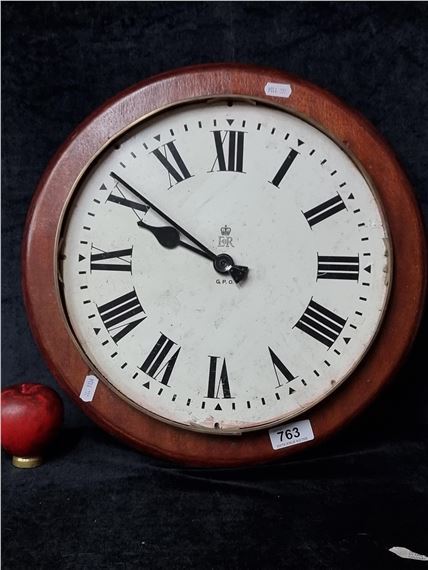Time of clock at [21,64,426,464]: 9:50
